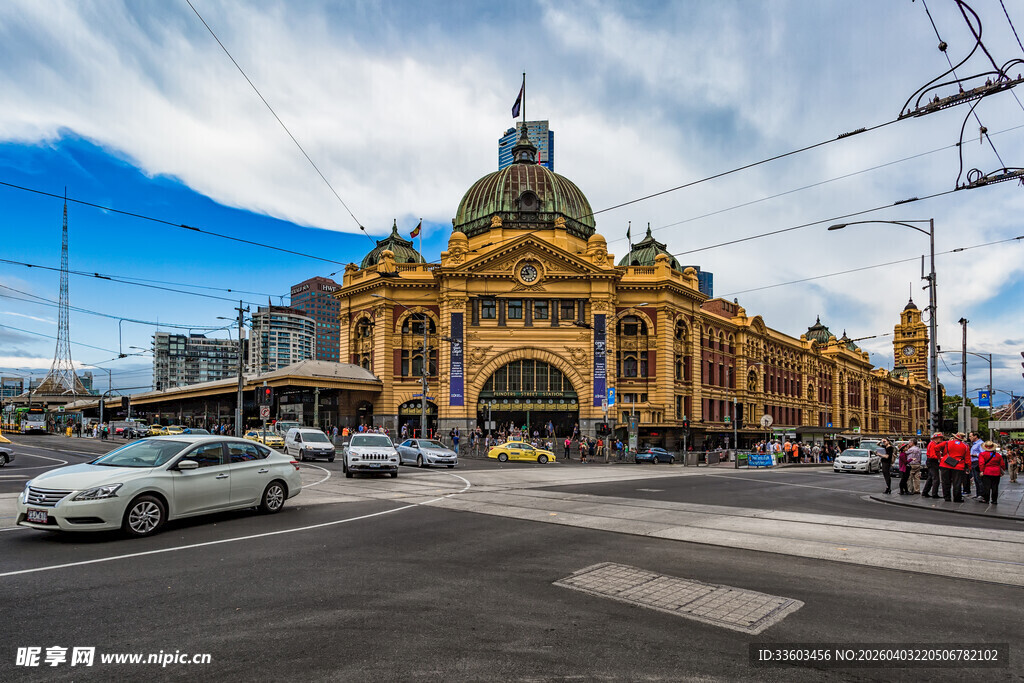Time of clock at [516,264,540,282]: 10:43
